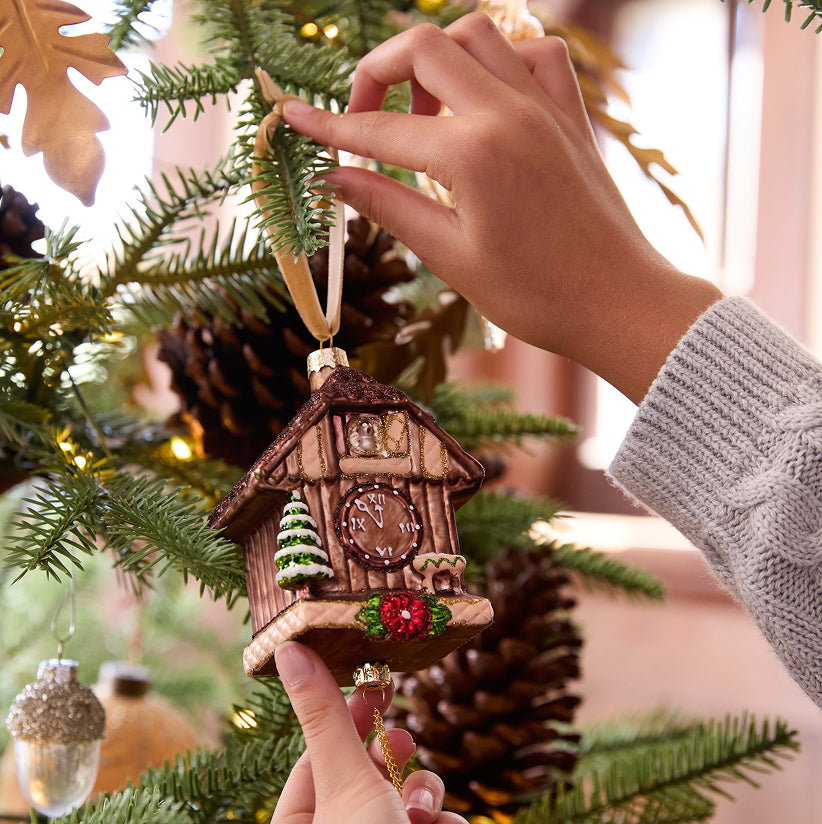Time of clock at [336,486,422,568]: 11:52
